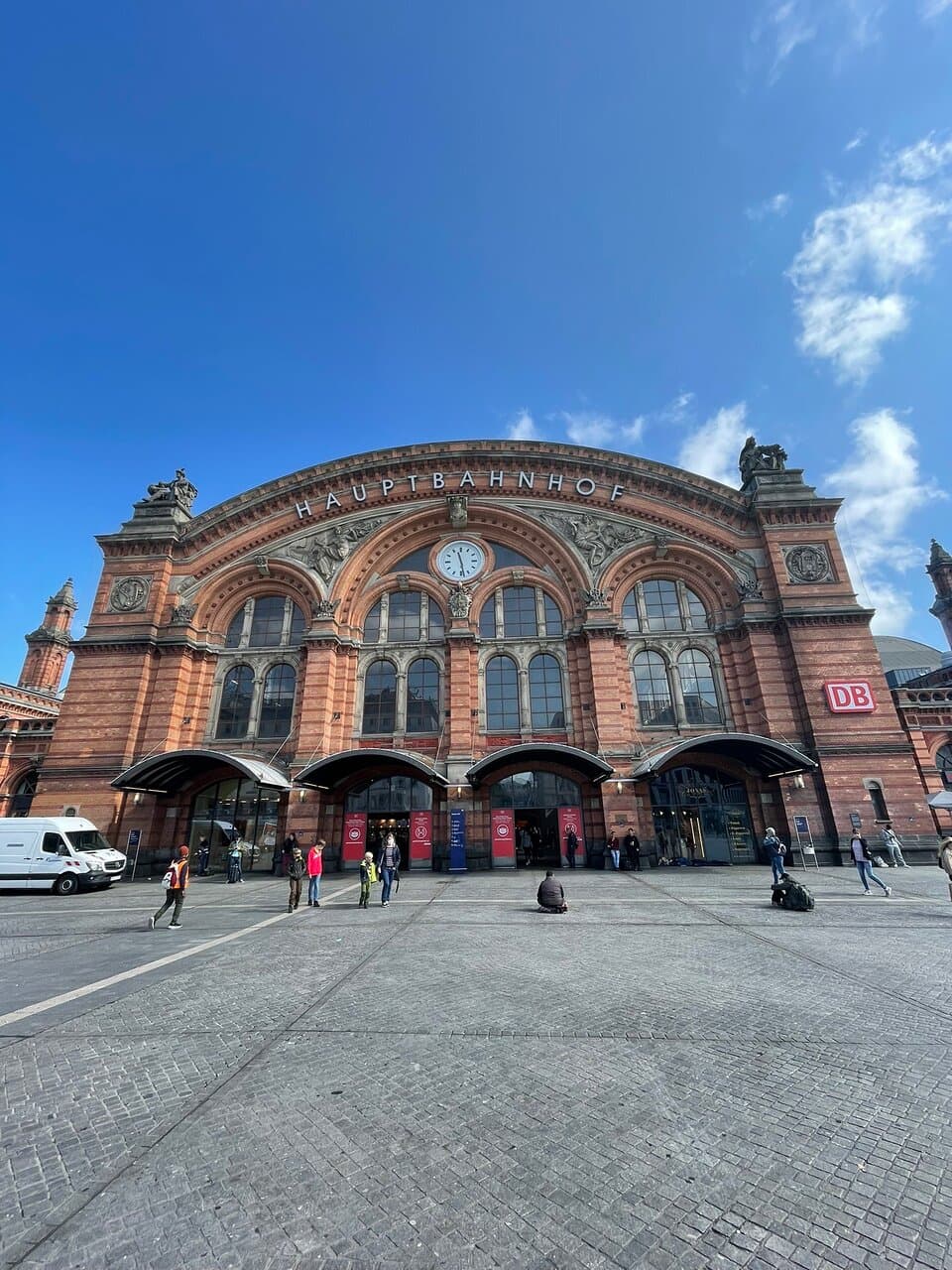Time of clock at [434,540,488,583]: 11:28
